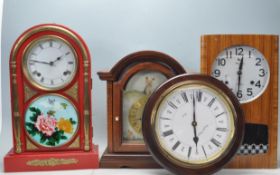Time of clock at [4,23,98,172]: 1:46
